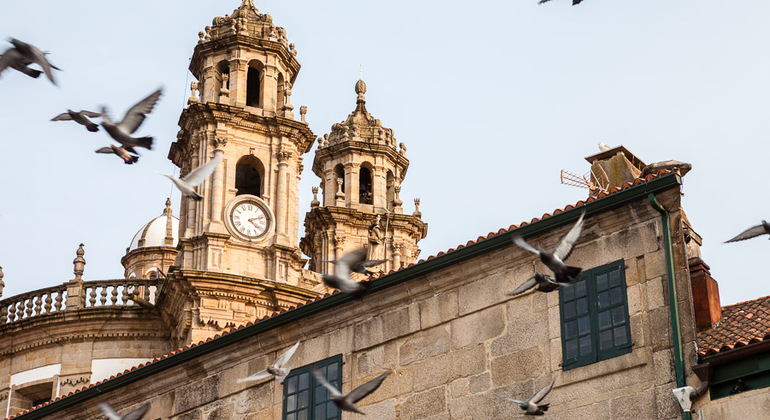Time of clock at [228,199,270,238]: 4:11
